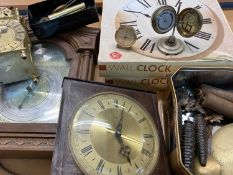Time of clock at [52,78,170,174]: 5:03
